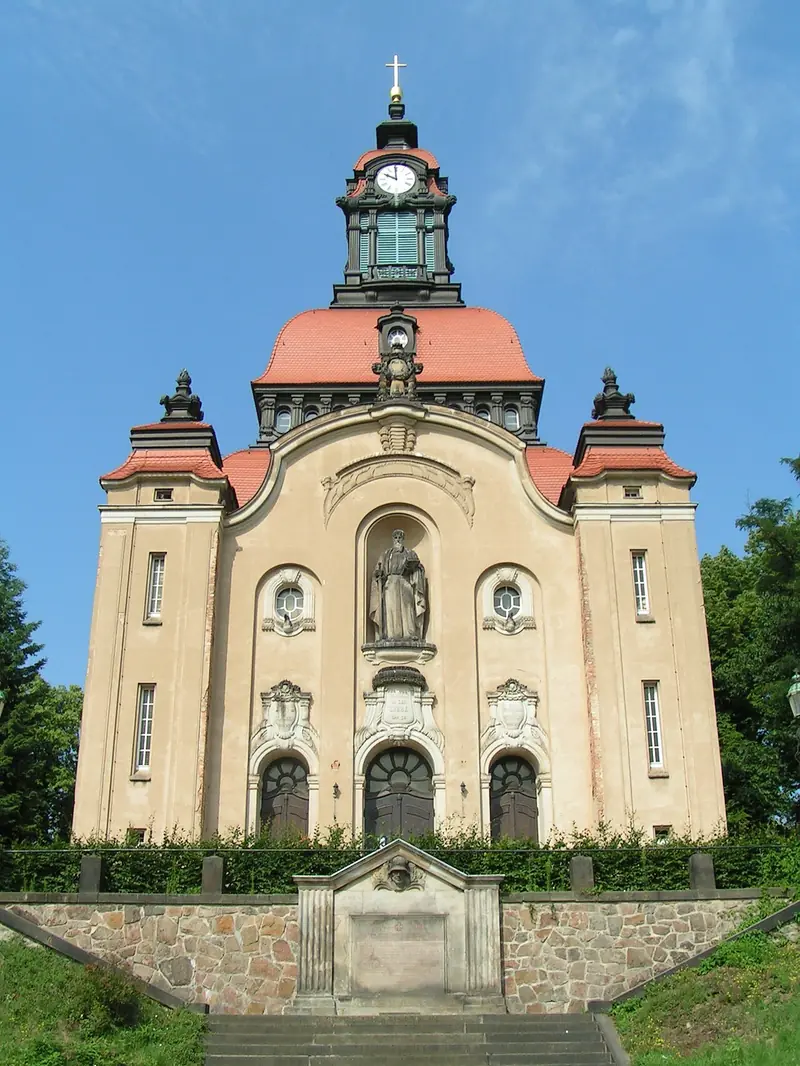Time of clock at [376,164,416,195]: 9:59
